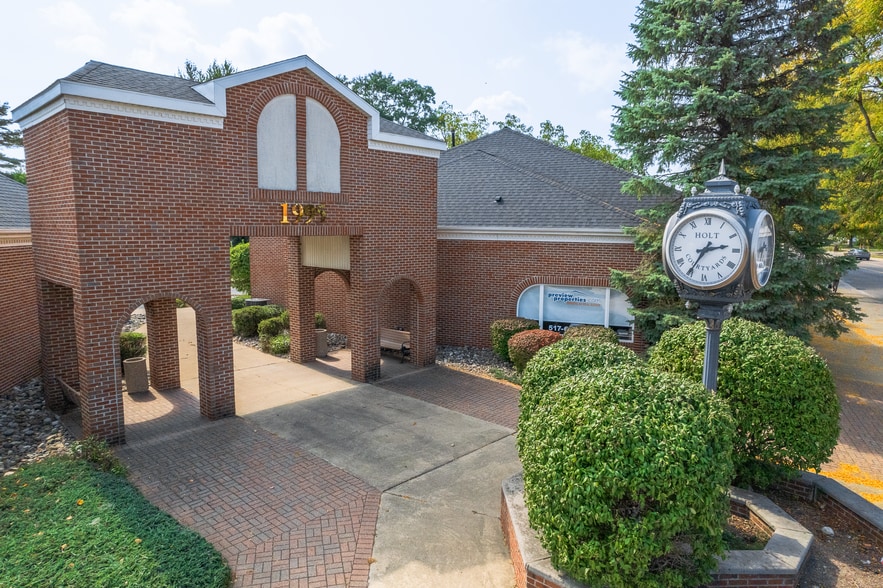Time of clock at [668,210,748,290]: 2:35
